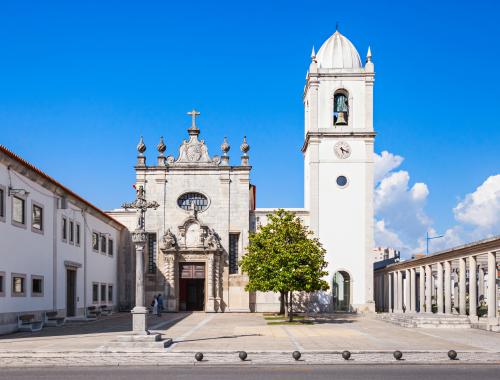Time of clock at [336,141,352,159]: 5:18
